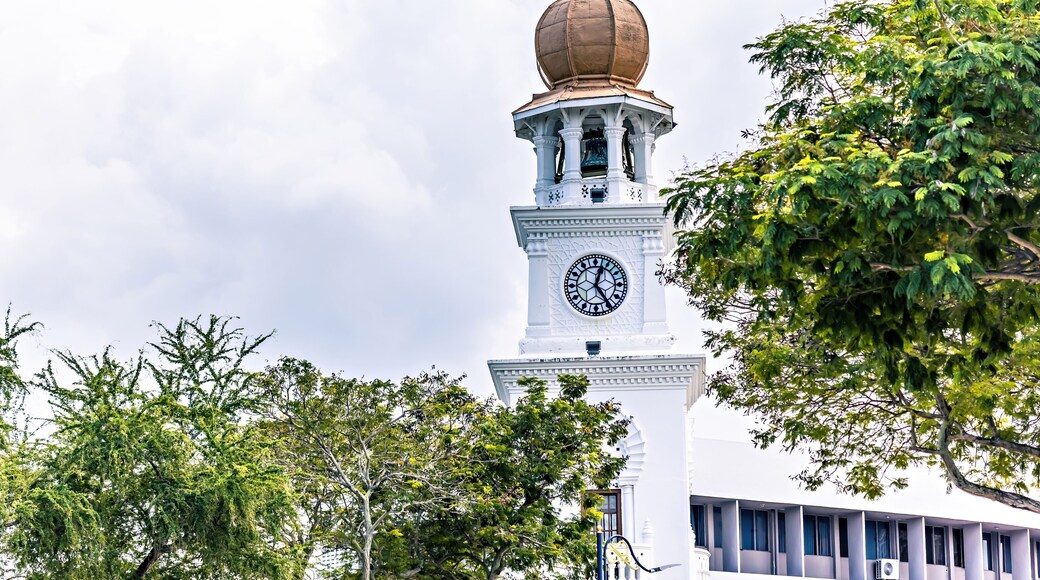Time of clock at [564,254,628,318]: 12:24
